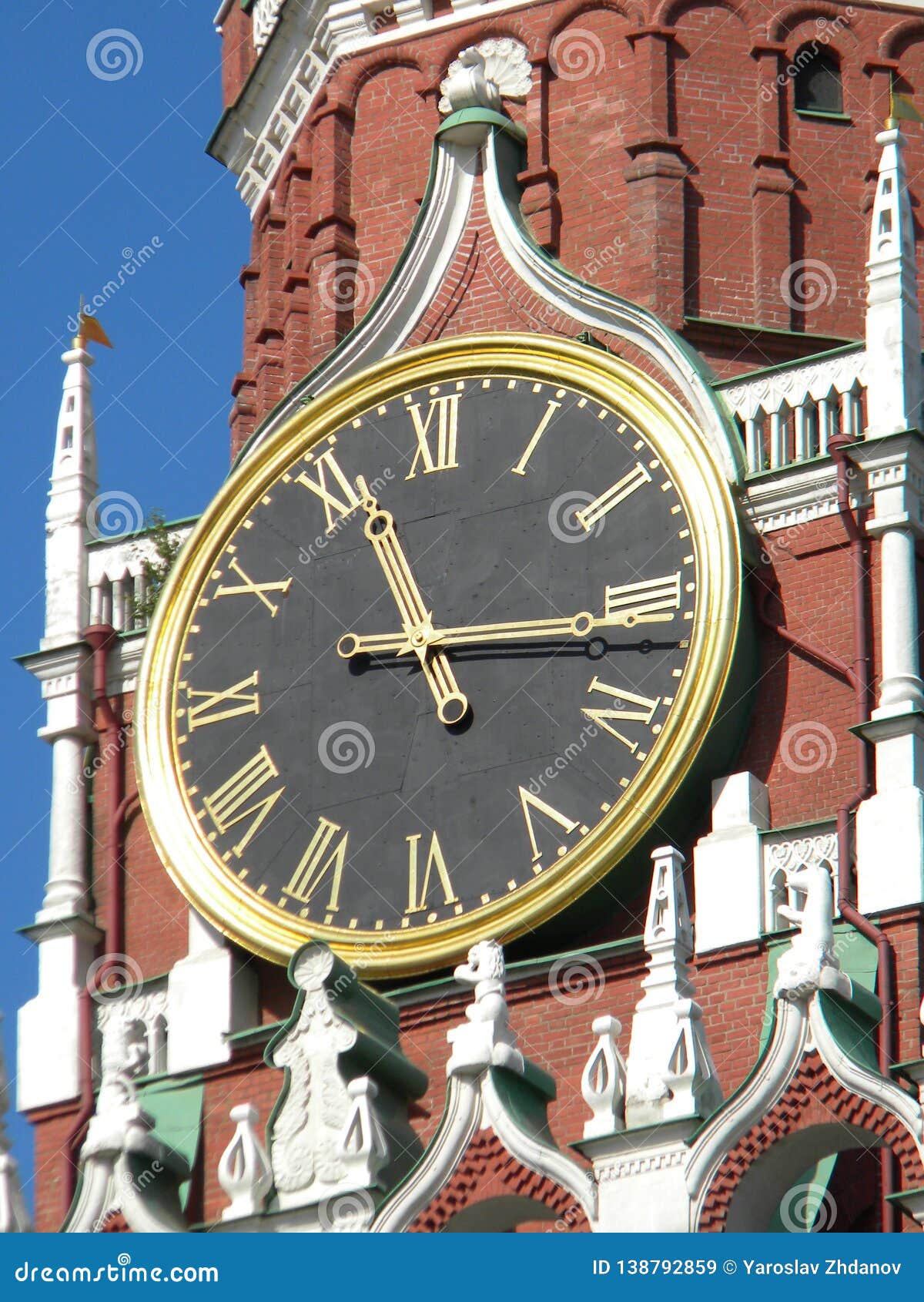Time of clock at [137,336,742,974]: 11:16
